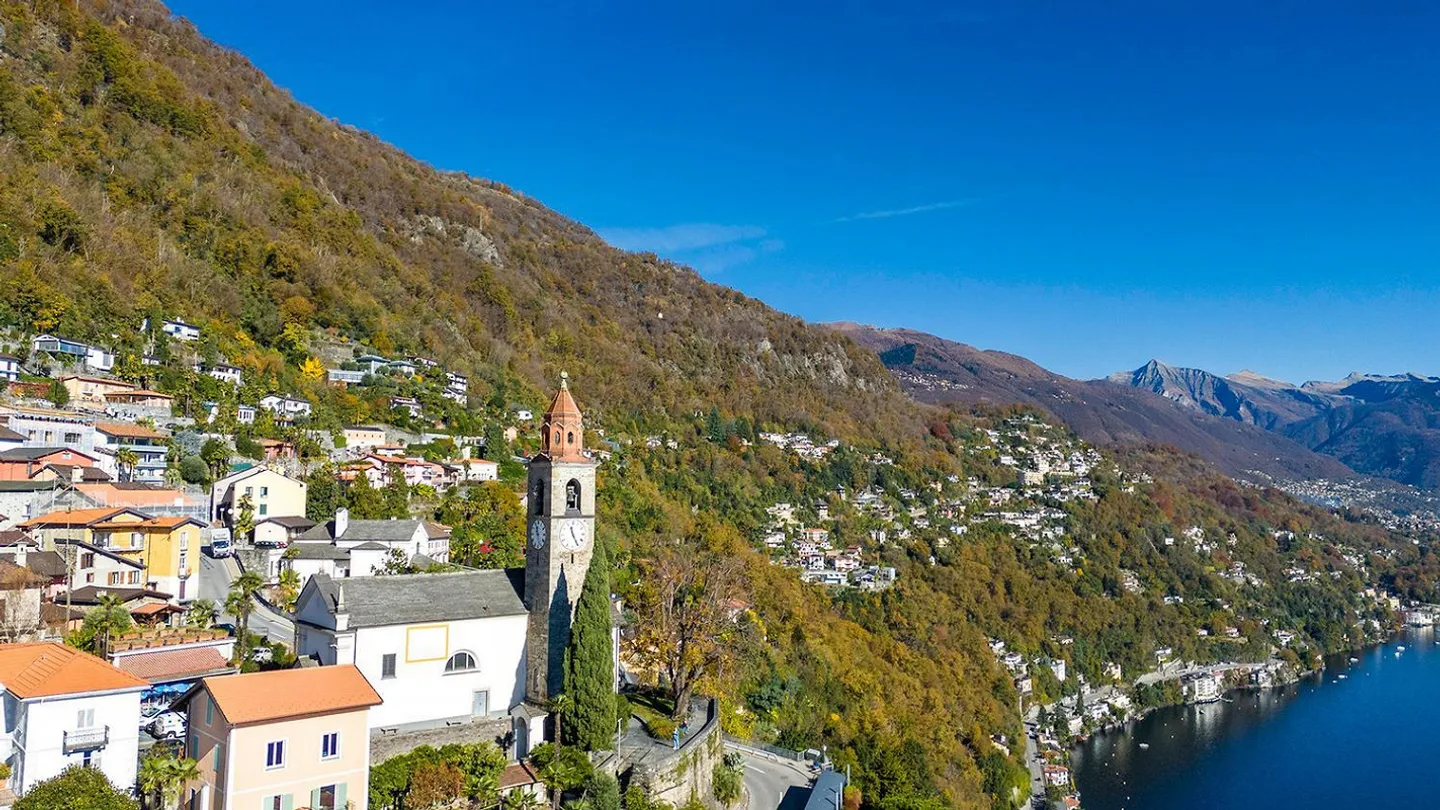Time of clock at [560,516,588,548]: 11:25
